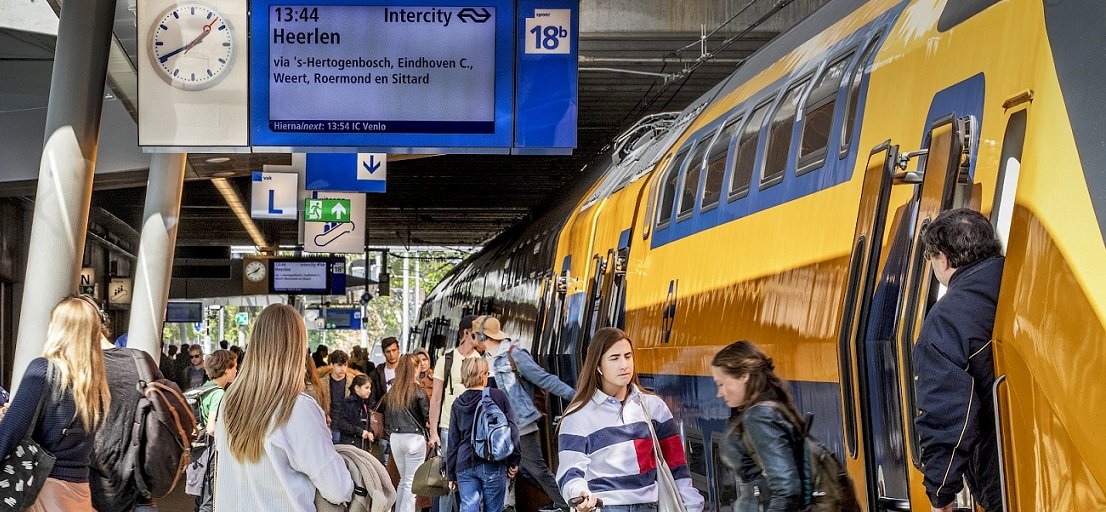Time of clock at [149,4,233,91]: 8:07
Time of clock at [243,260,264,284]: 1:41
